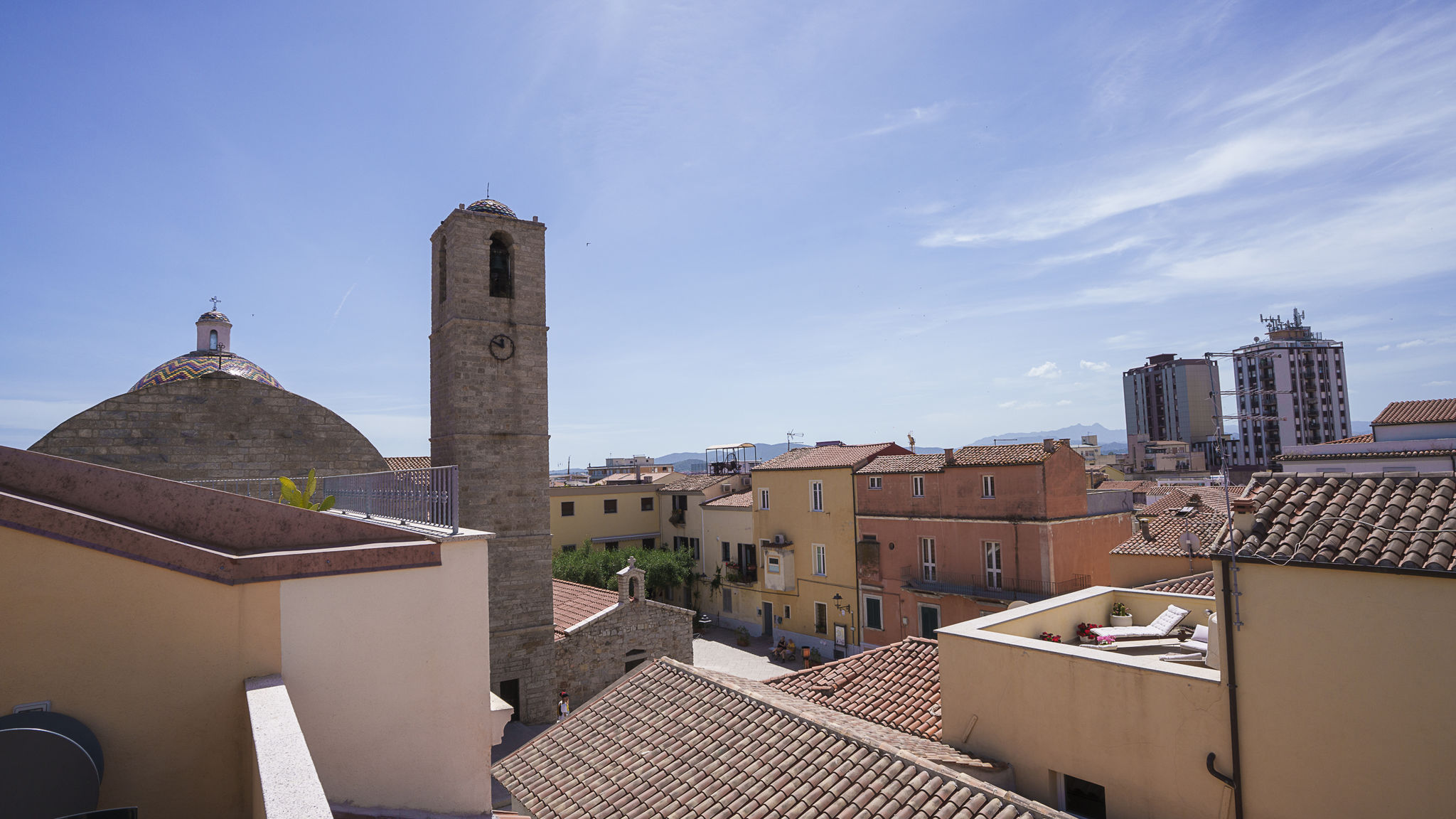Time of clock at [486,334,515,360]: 11:49
